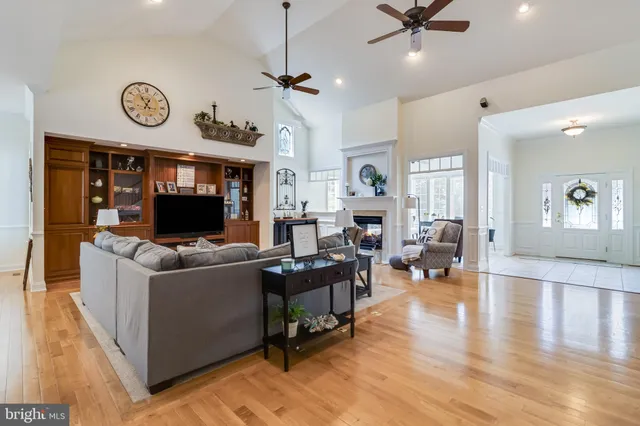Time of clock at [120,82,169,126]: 12:54
